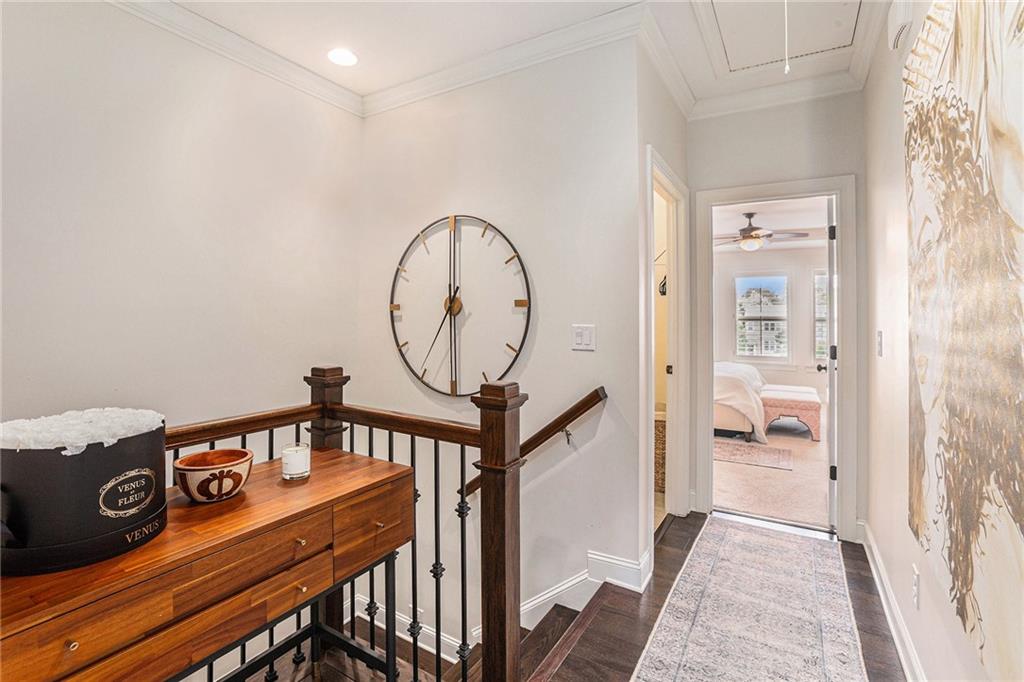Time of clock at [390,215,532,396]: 6:00
